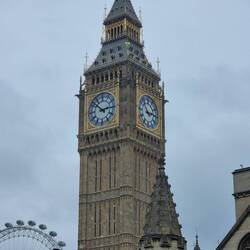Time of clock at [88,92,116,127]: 2:52
